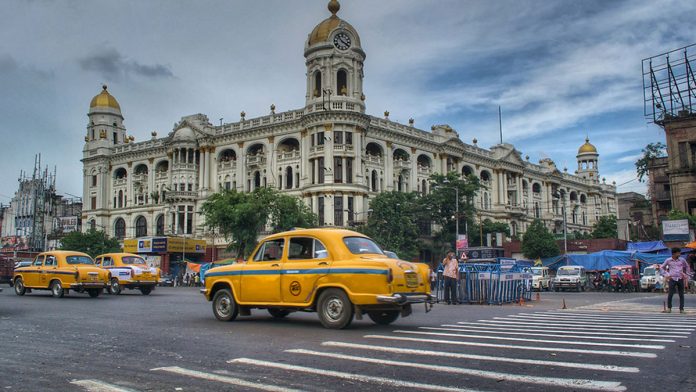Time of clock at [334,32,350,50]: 3:52
